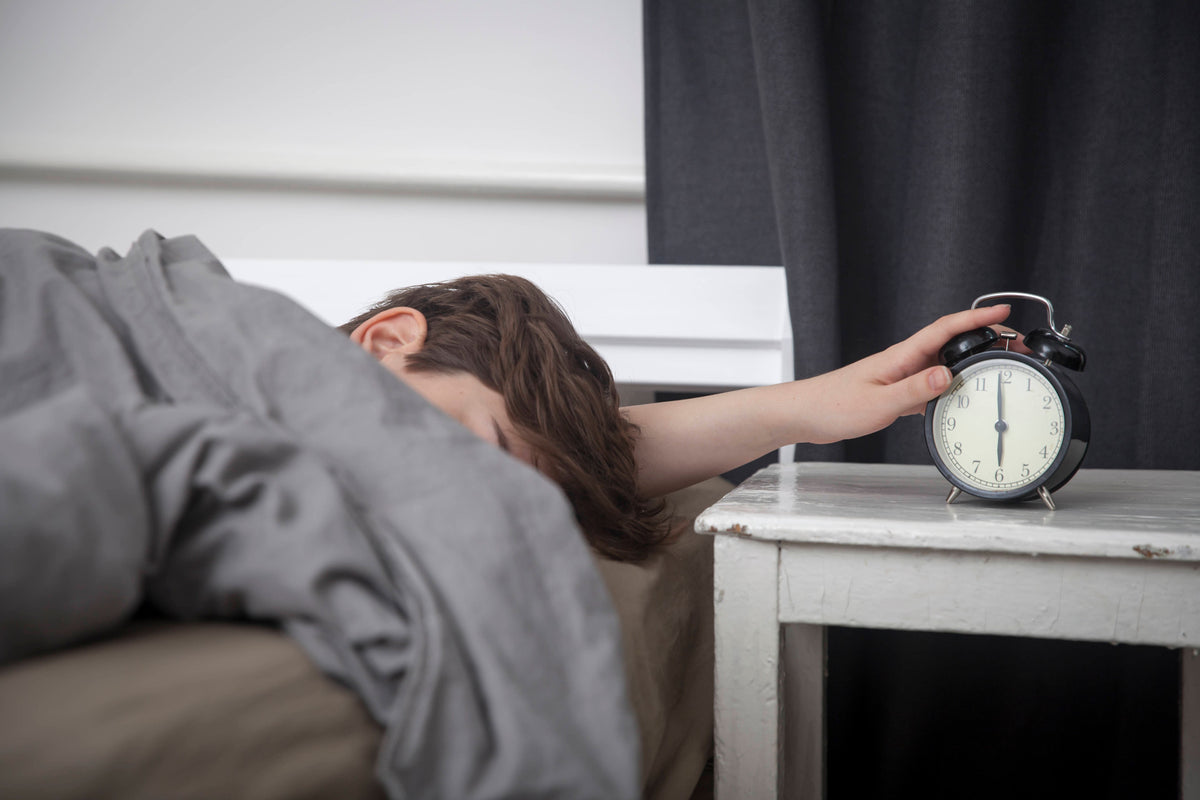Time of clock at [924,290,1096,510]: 5:59
